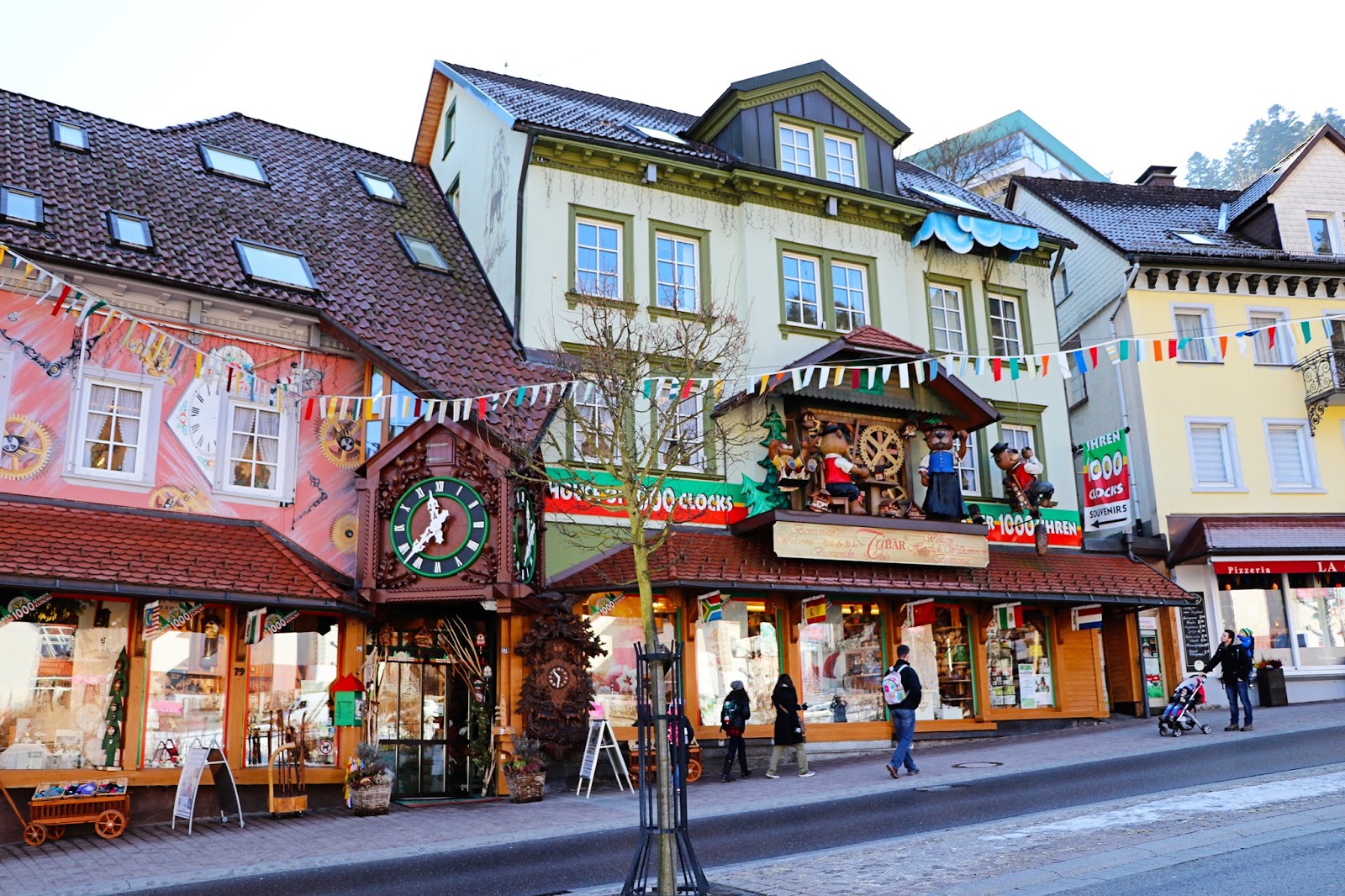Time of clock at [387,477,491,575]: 11:37
